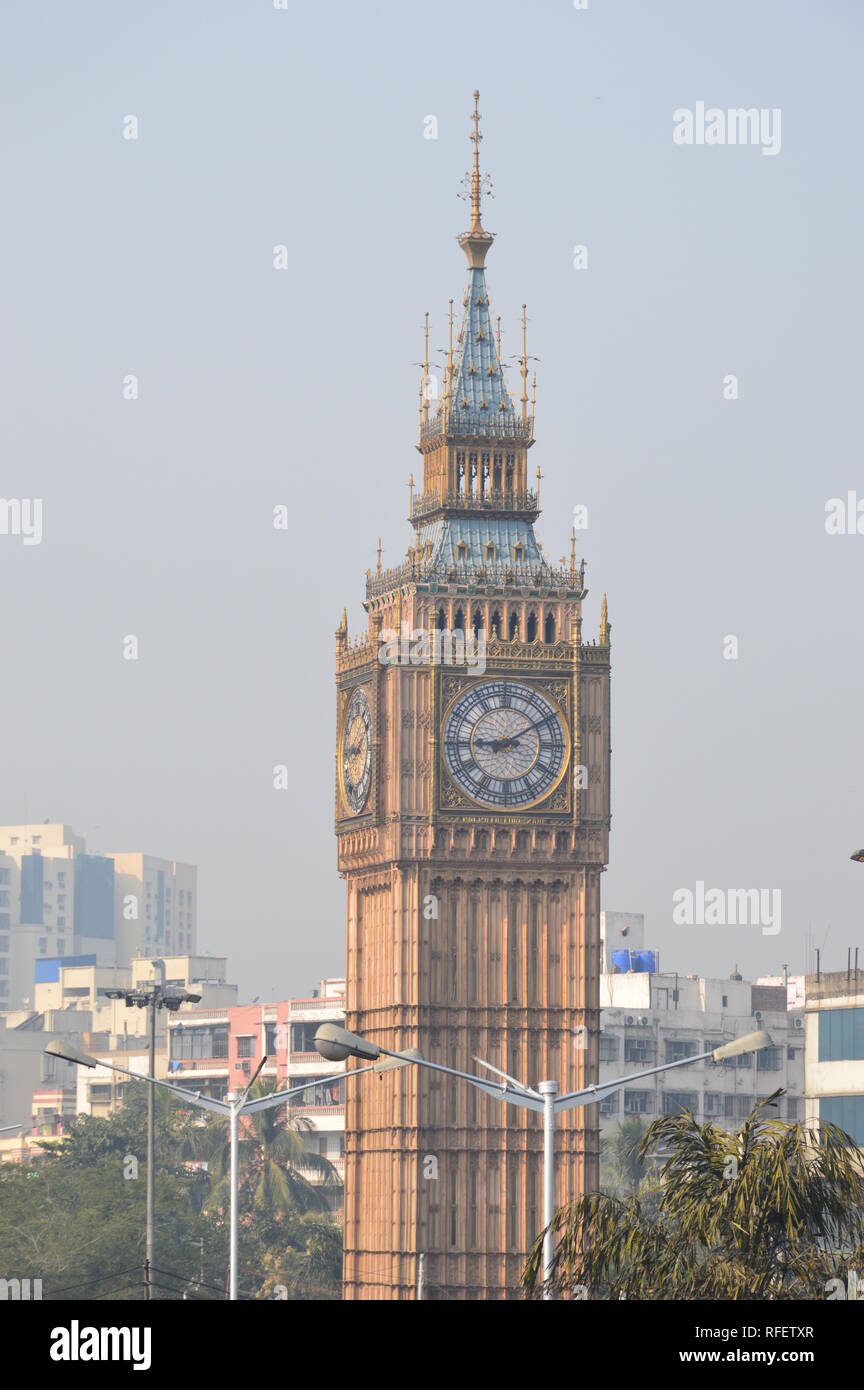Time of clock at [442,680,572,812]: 9:09
